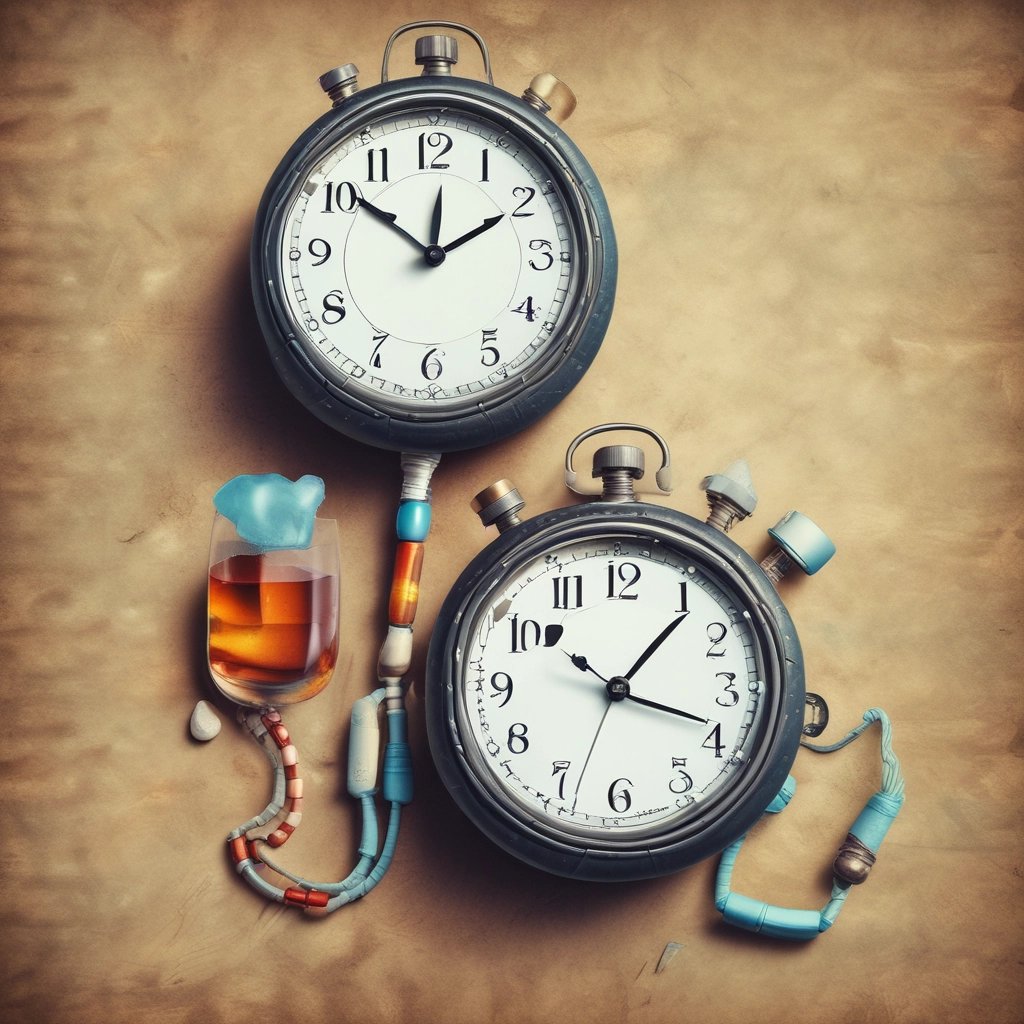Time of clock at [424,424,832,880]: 1:18
